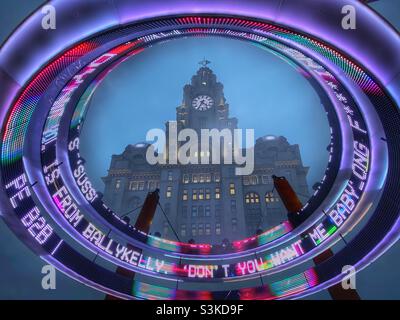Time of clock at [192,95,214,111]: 4:34
